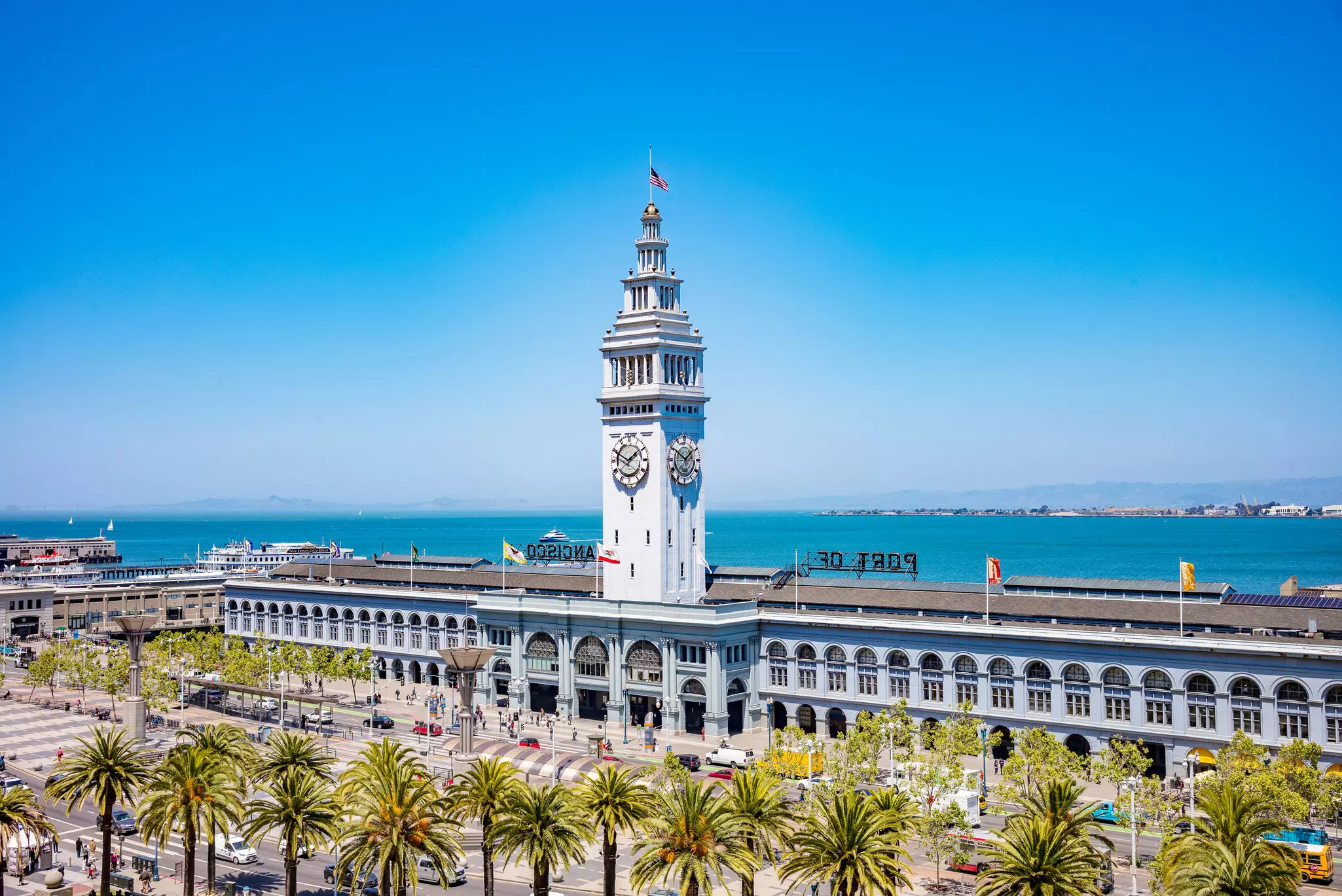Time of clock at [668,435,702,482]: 1:50
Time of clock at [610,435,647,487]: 1:49
